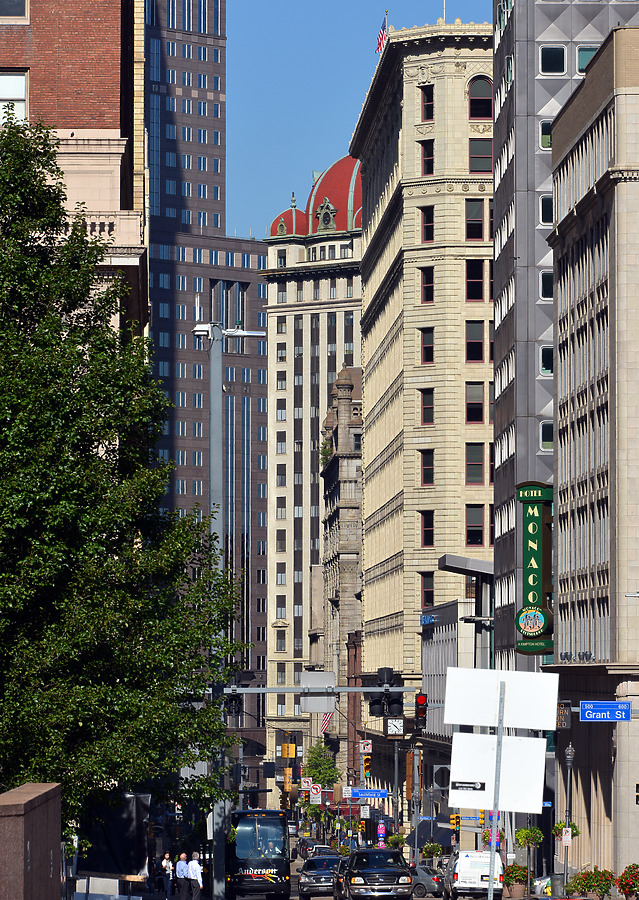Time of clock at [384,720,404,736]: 10:22
